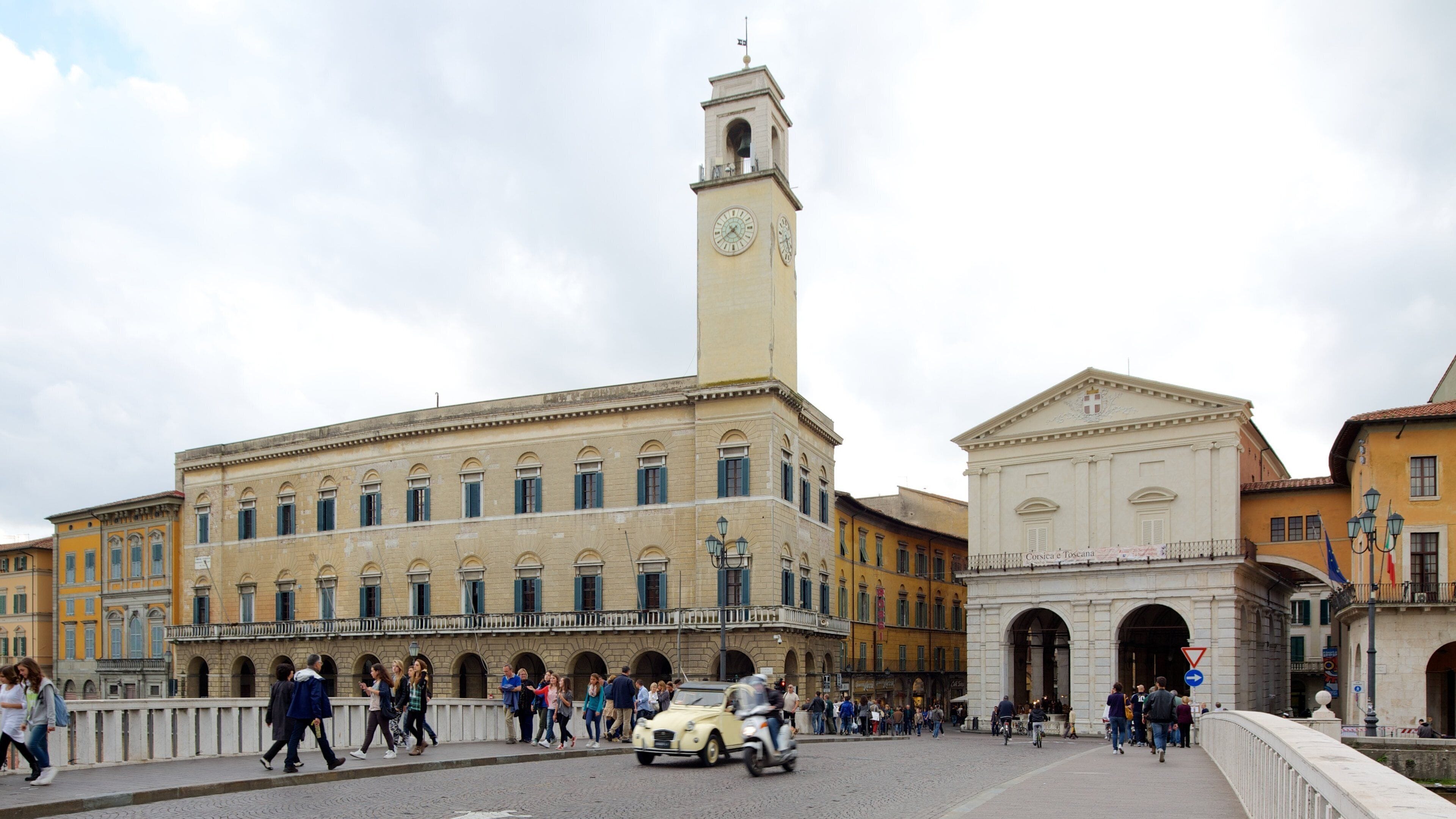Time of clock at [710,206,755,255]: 4:39
